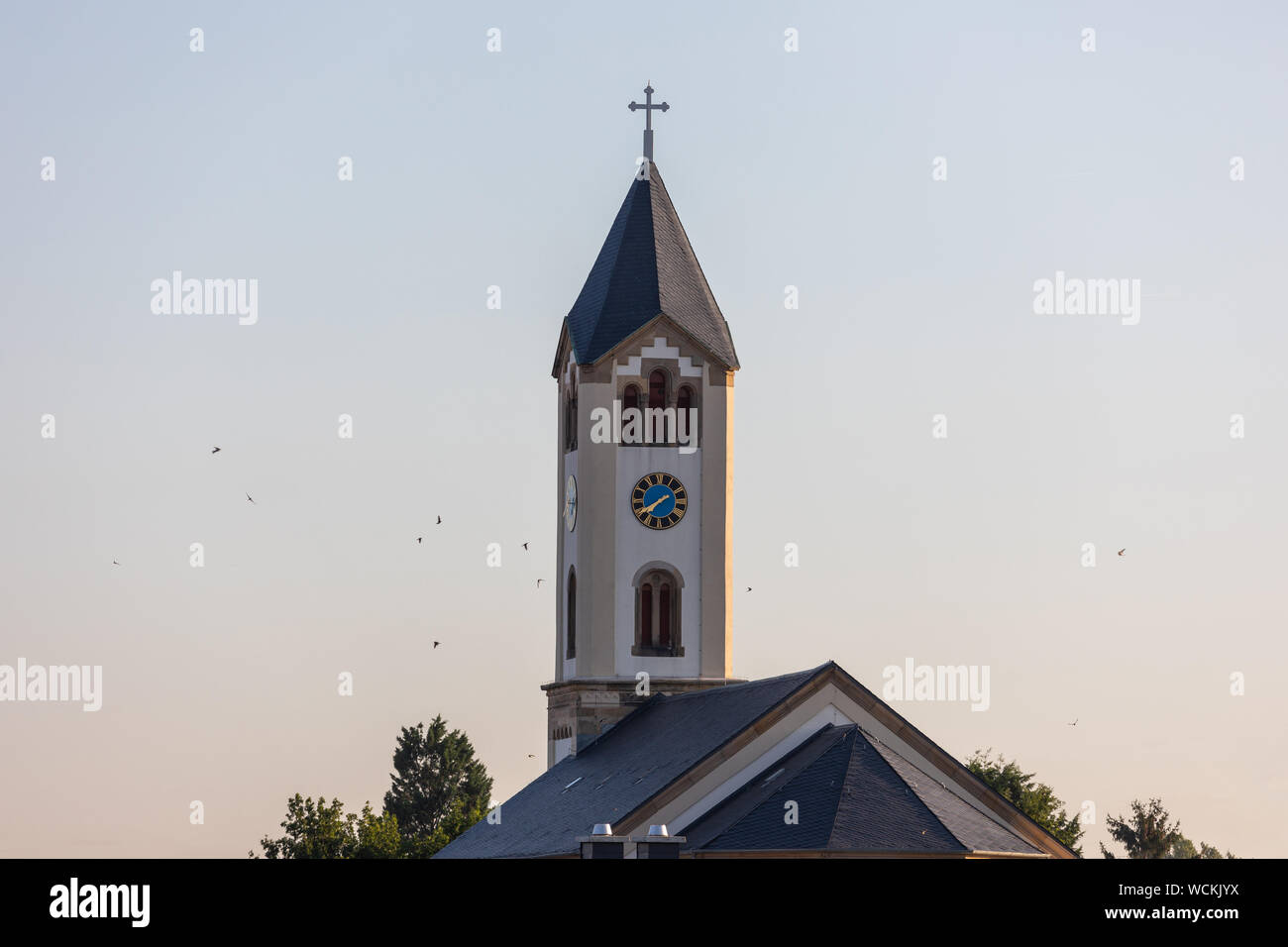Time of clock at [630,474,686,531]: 7:40
